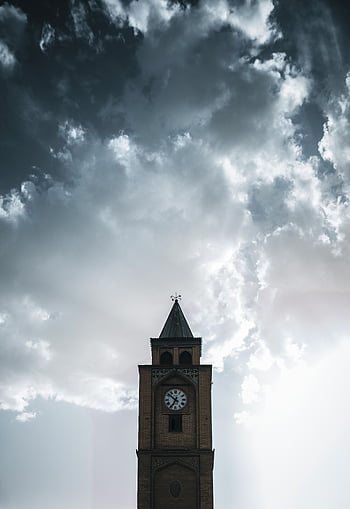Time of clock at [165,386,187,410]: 6:51
